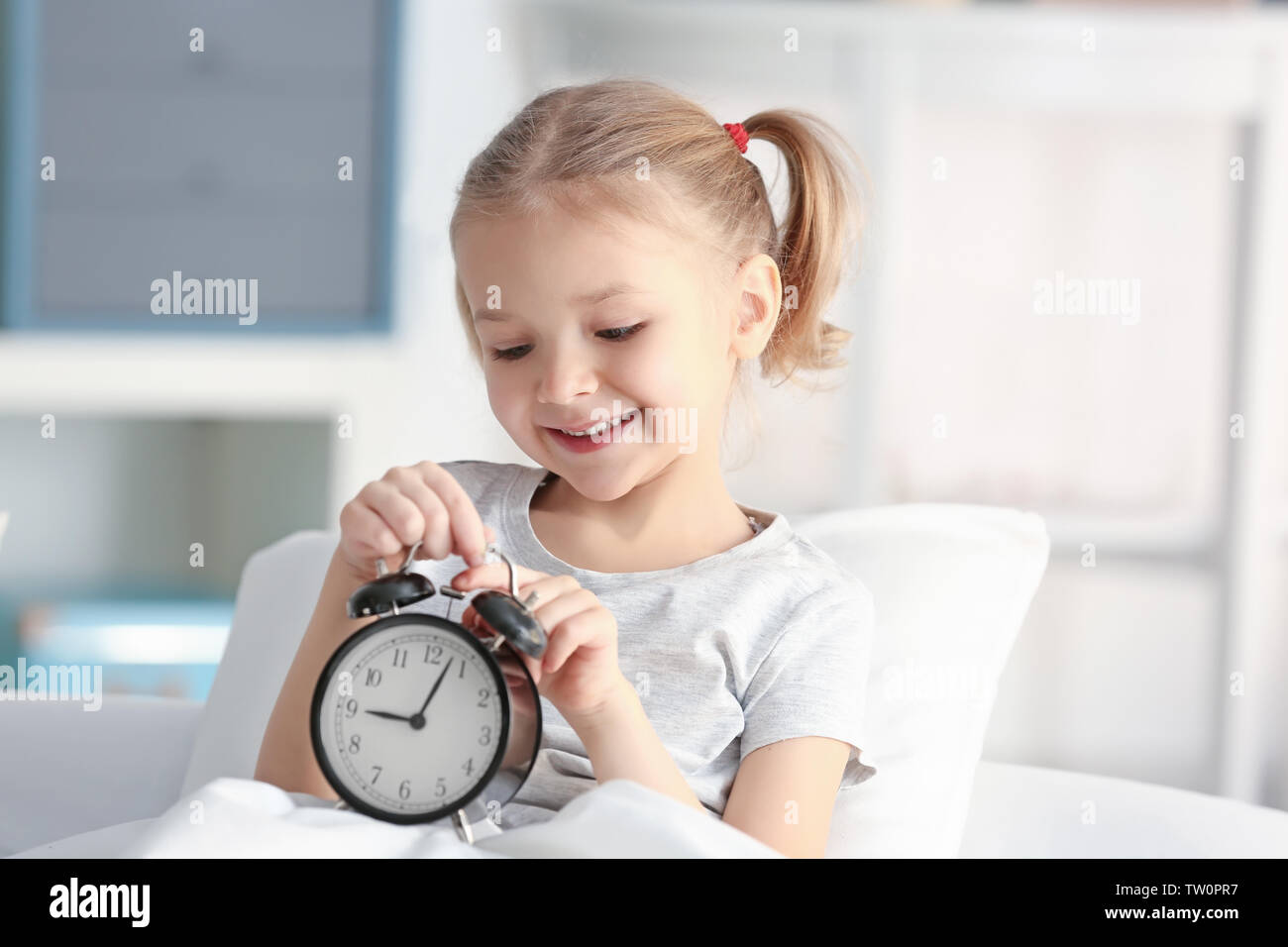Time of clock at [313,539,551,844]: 9:03
